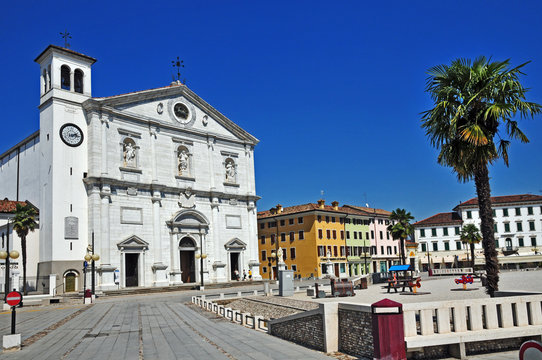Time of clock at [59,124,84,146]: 2:15
